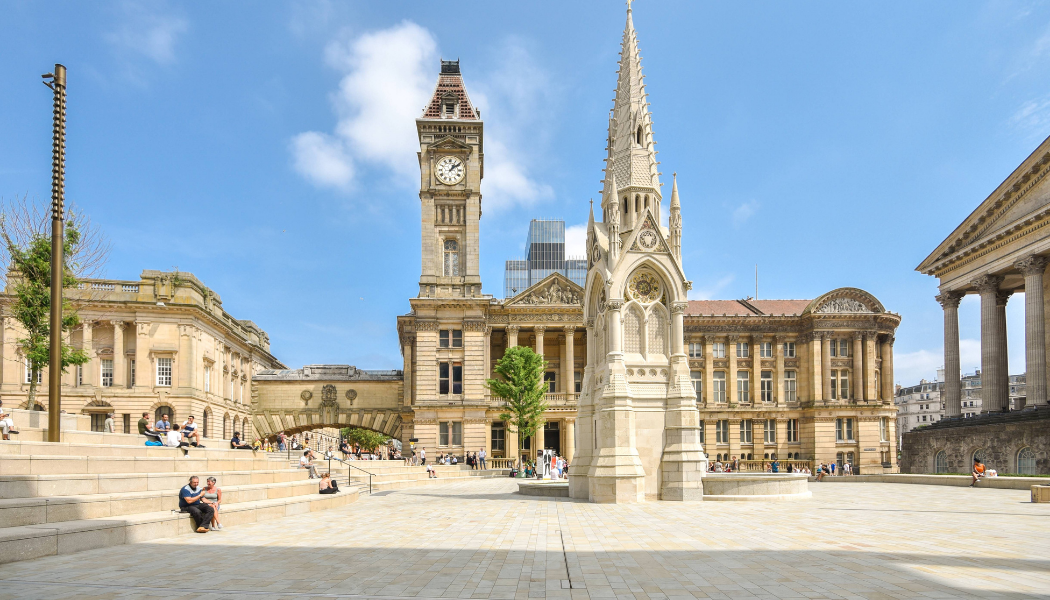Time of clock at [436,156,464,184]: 1:09
